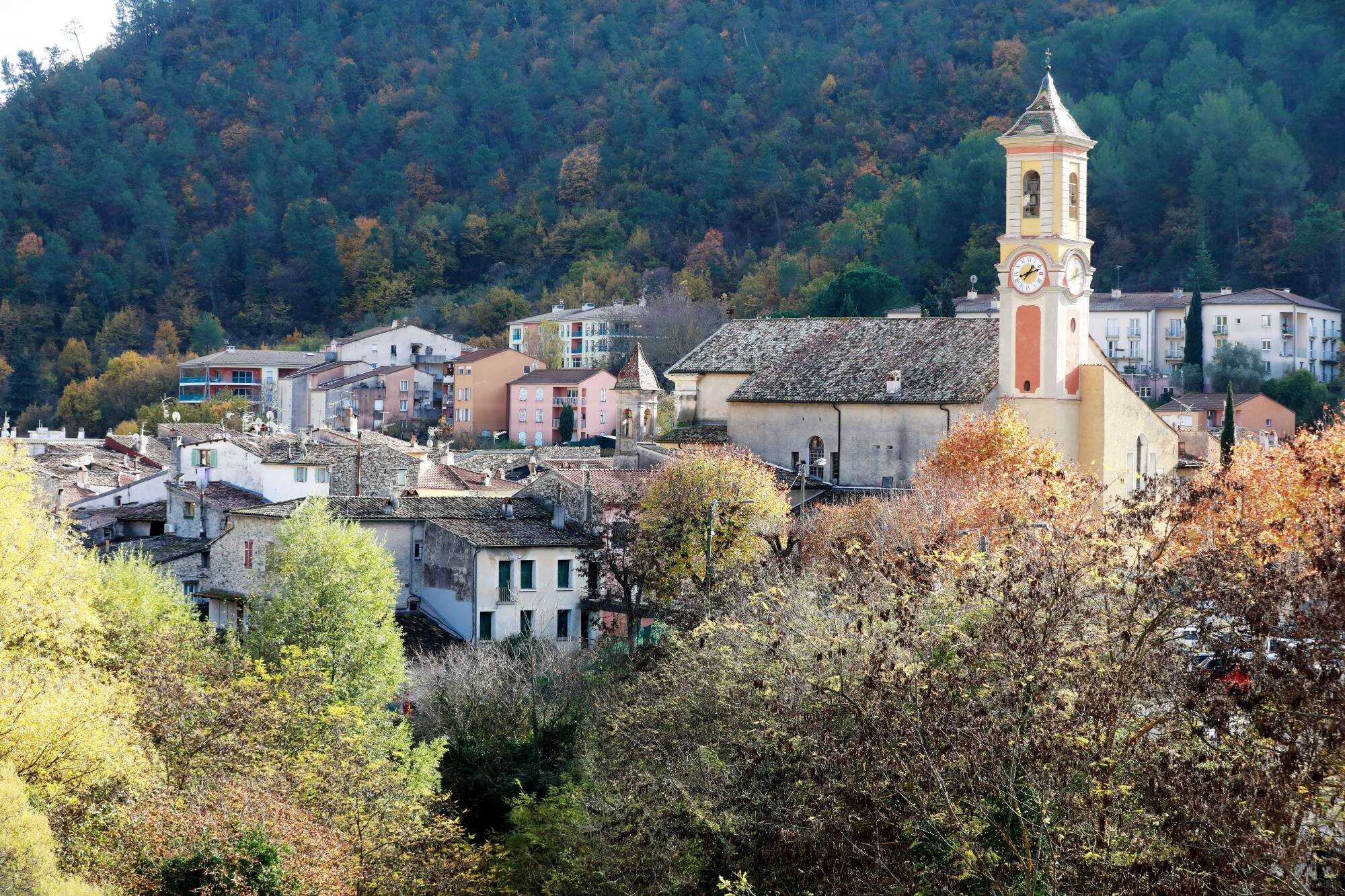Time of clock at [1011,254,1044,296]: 1:11
